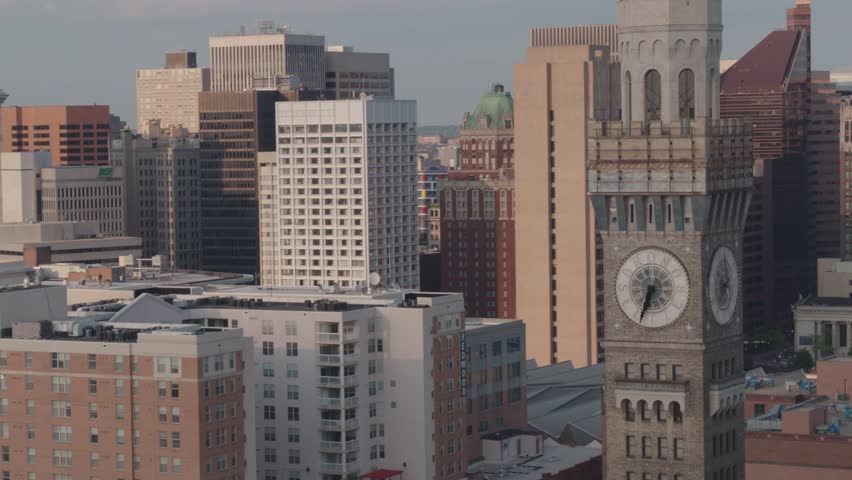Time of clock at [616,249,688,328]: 6:33
